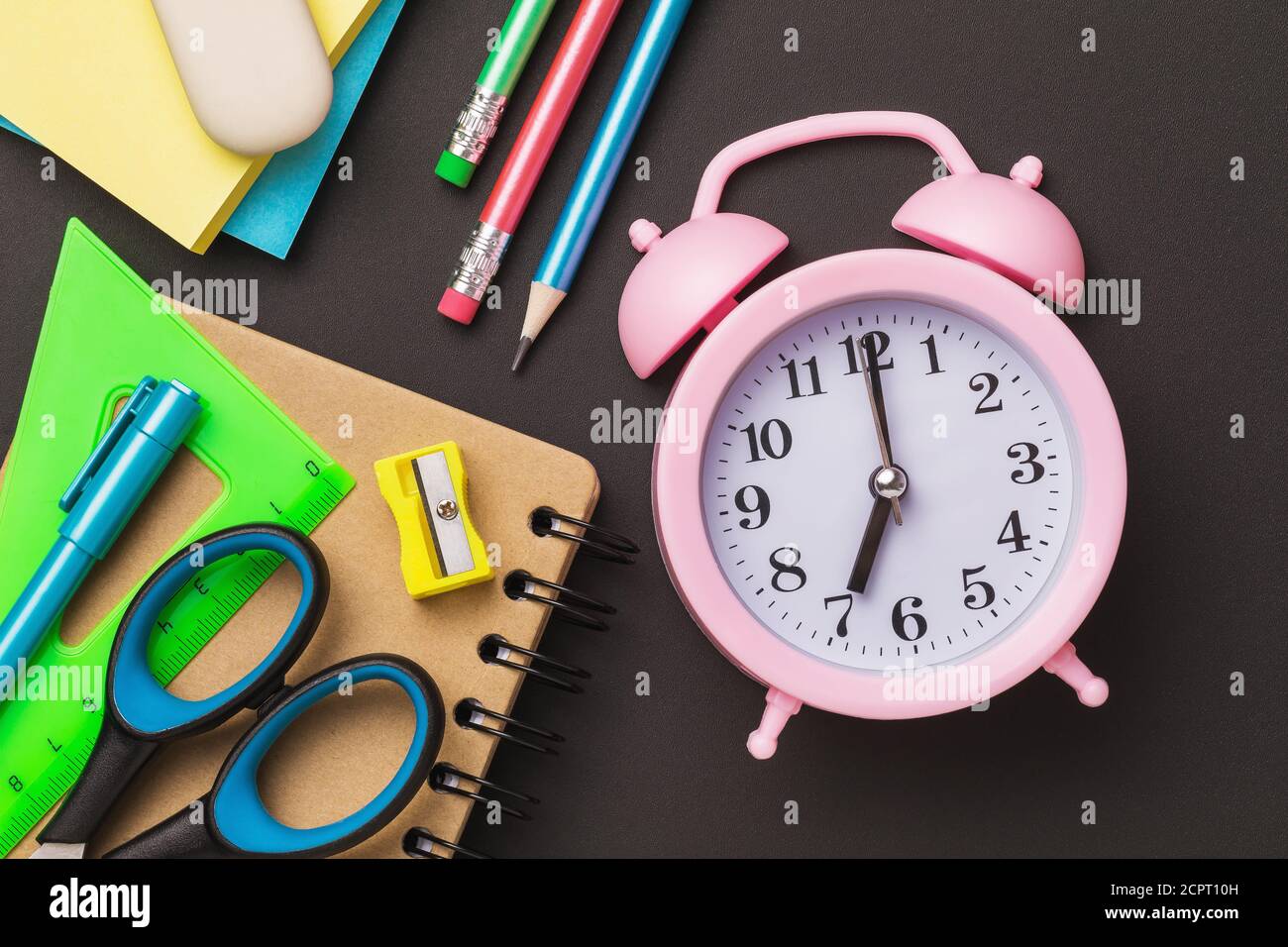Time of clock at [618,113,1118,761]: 7:00
